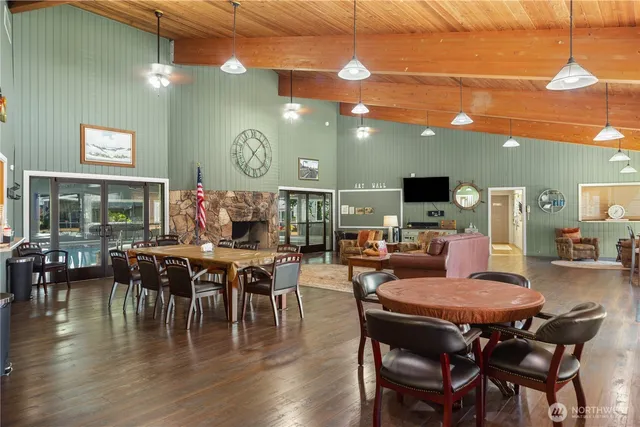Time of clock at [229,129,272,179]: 1:36
